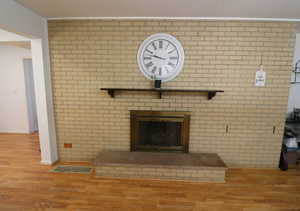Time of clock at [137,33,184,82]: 9:47
